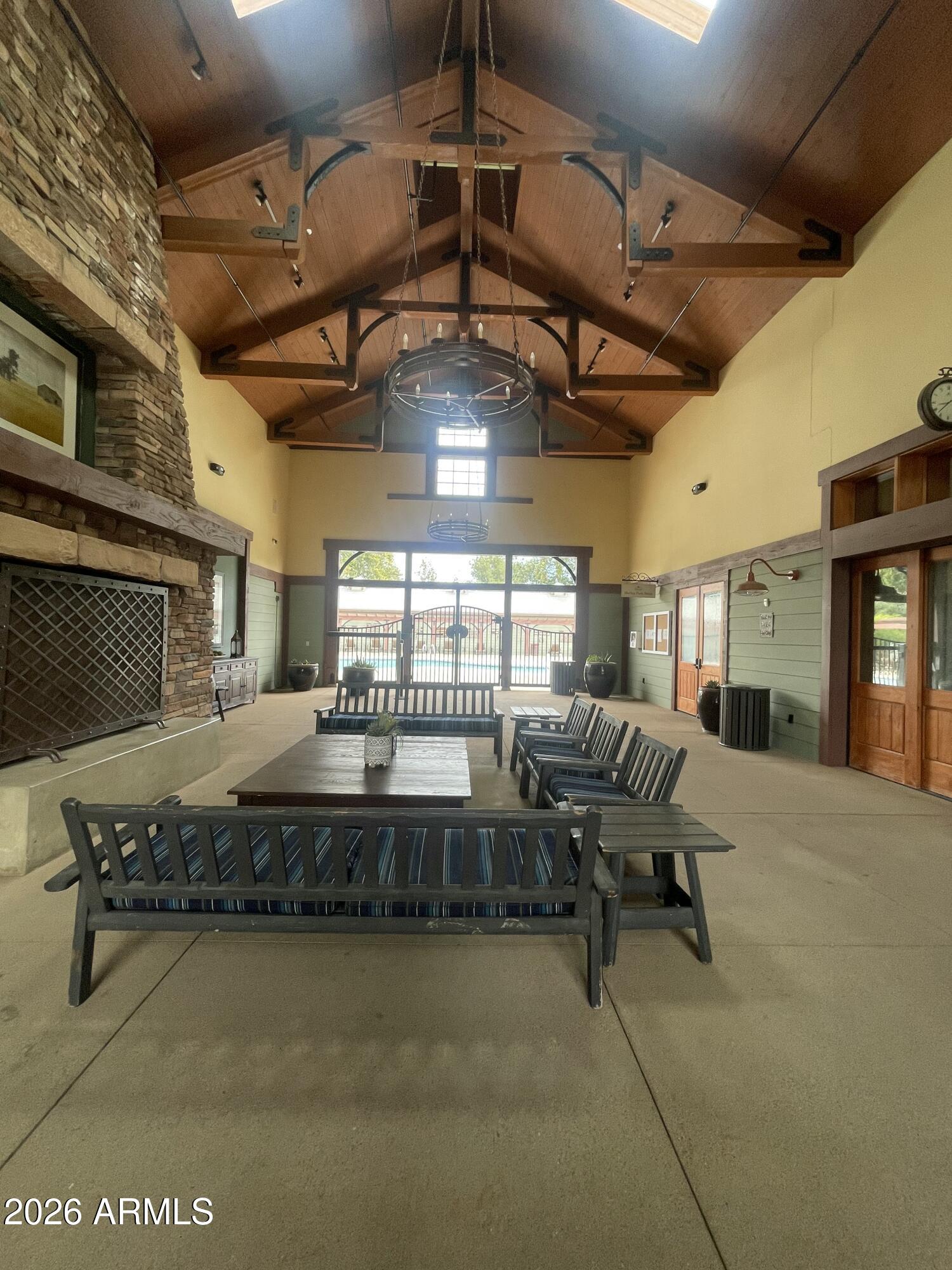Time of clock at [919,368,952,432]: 8:37
